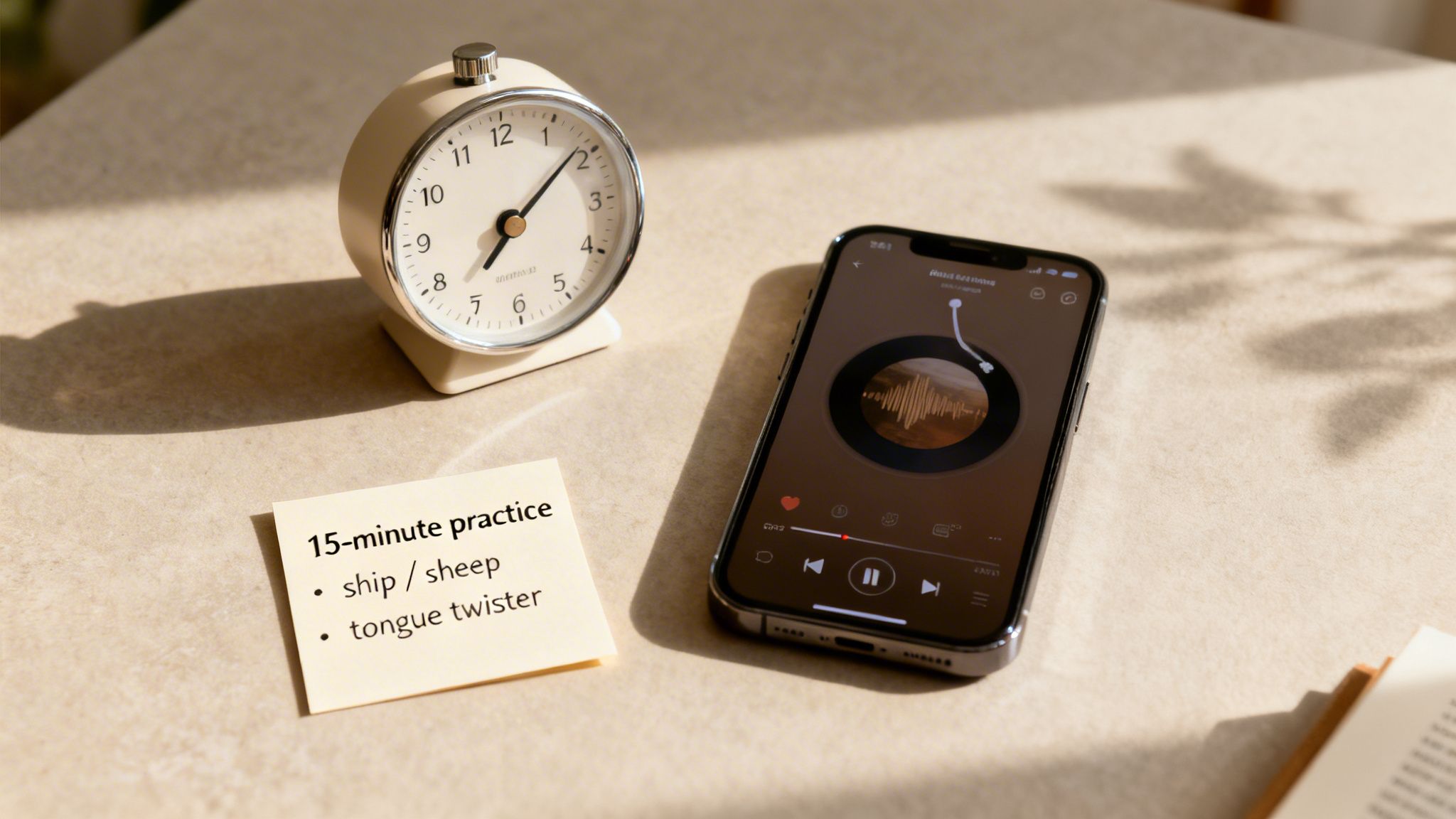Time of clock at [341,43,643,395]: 7:08
